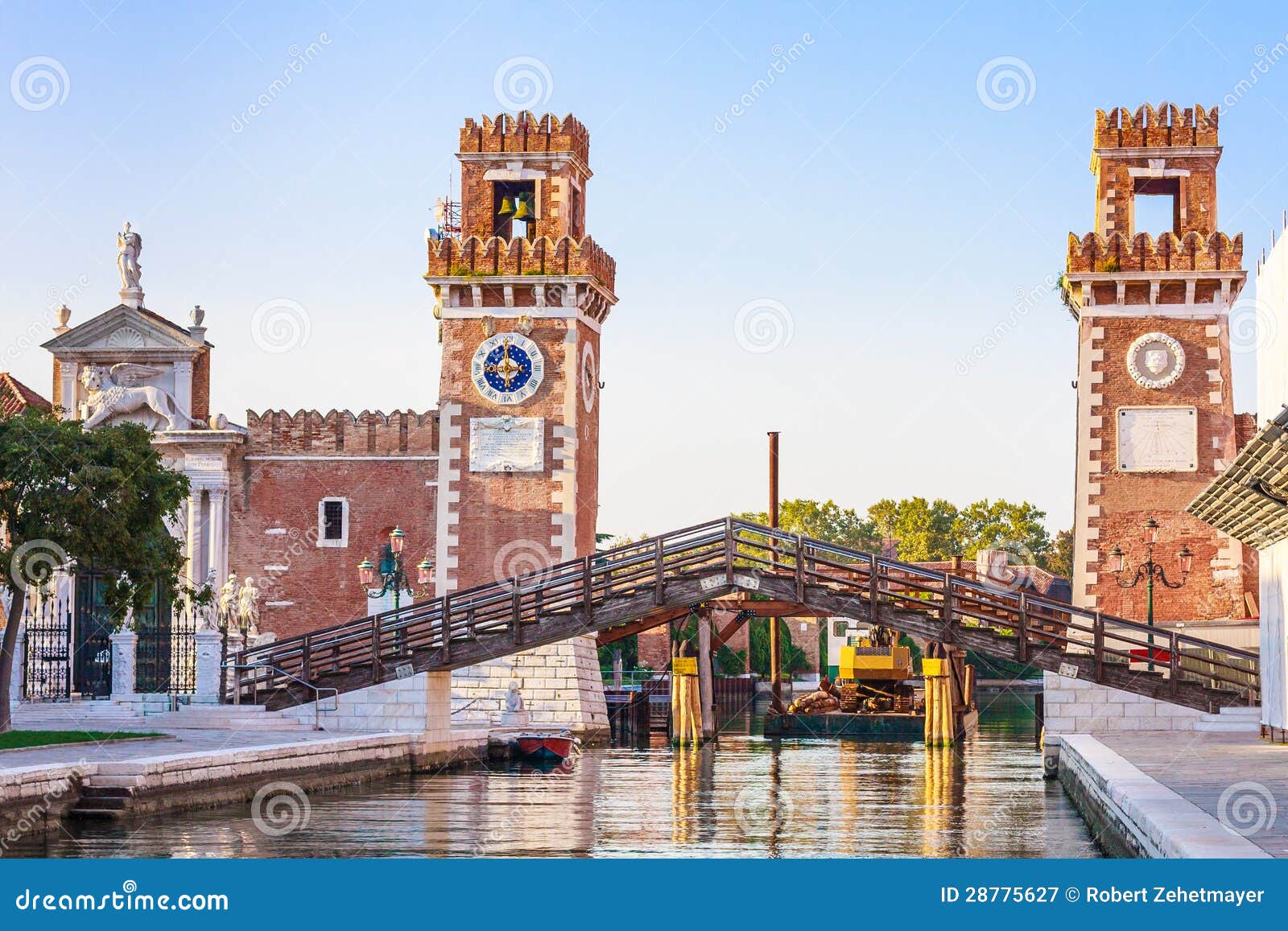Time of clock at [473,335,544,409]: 5:58
